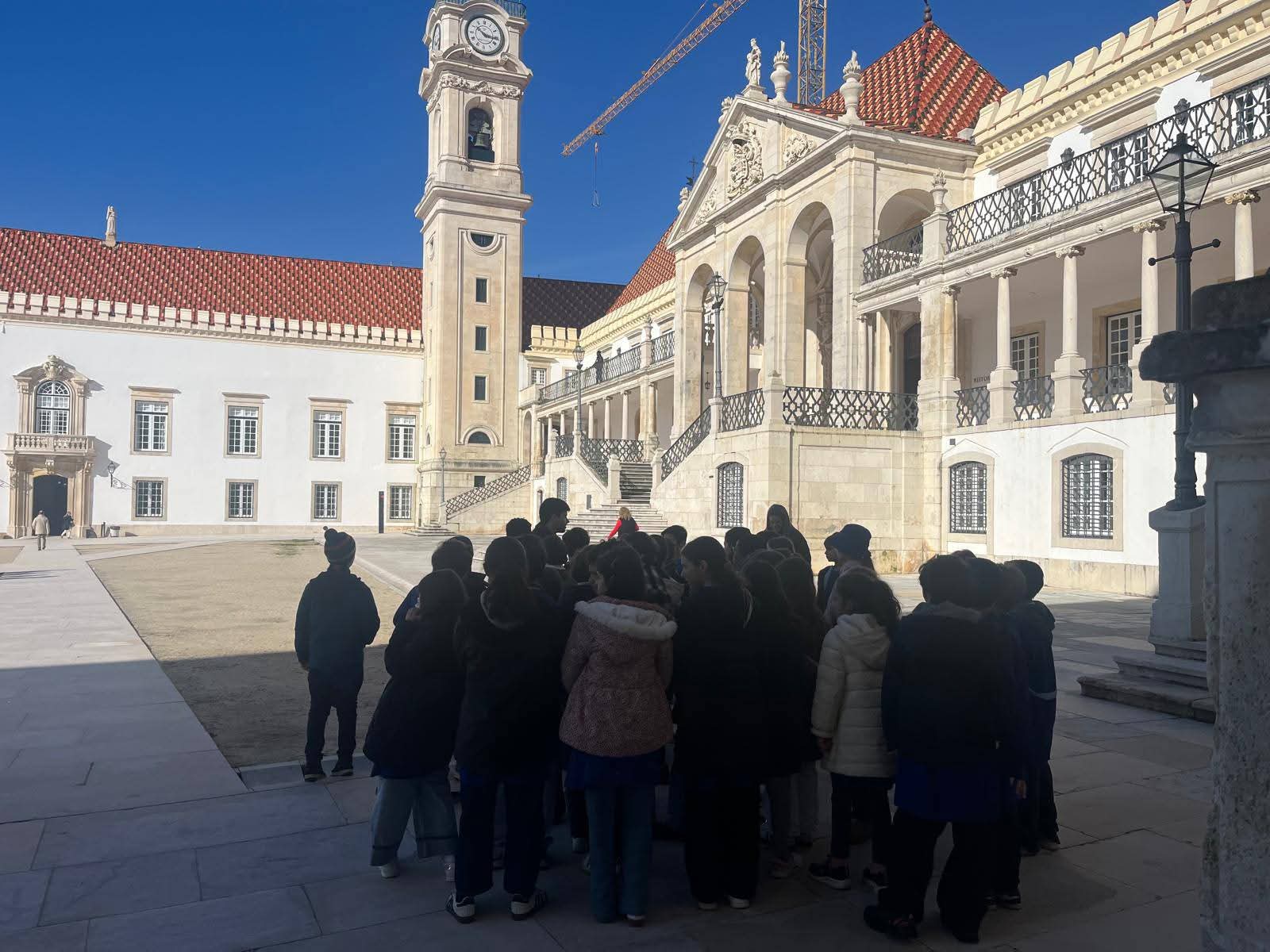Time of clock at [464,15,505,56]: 10:16
